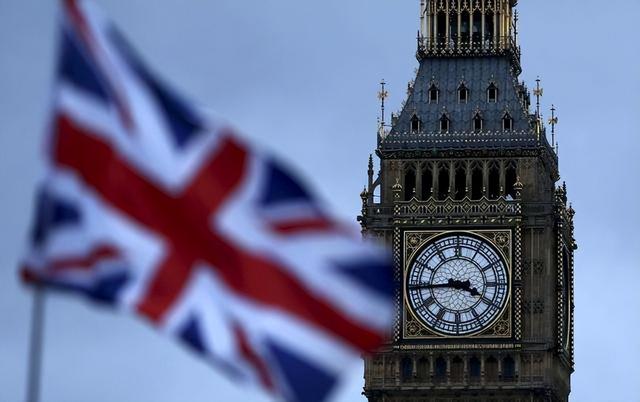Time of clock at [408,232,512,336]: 3:43
